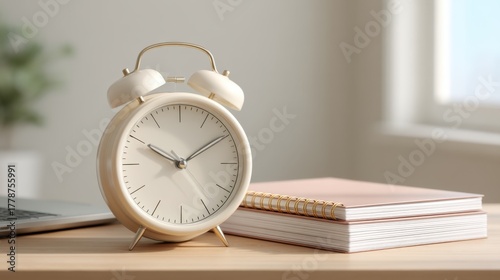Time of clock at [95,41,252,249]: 9:50
